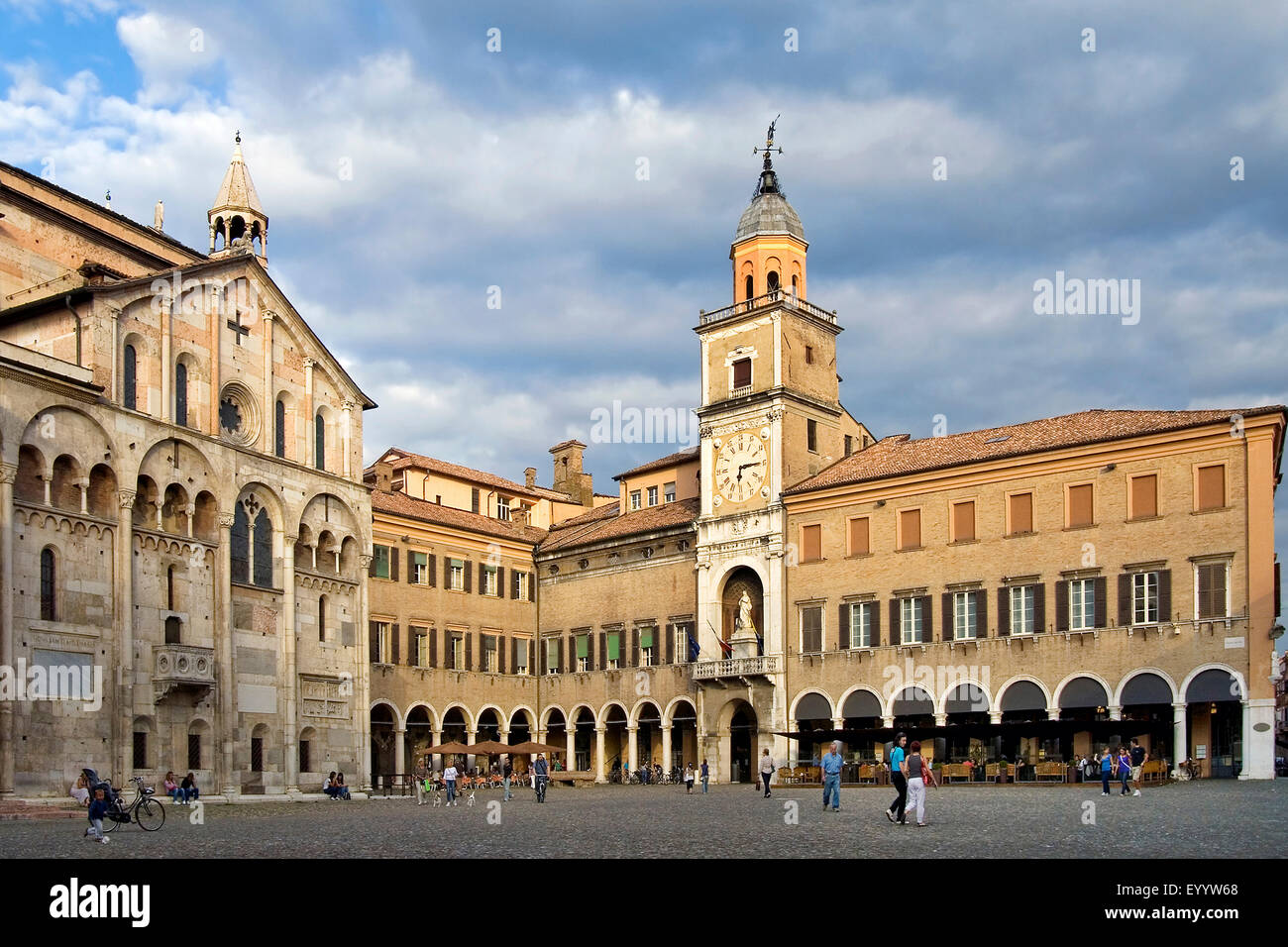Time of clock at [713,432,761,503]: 6:14
